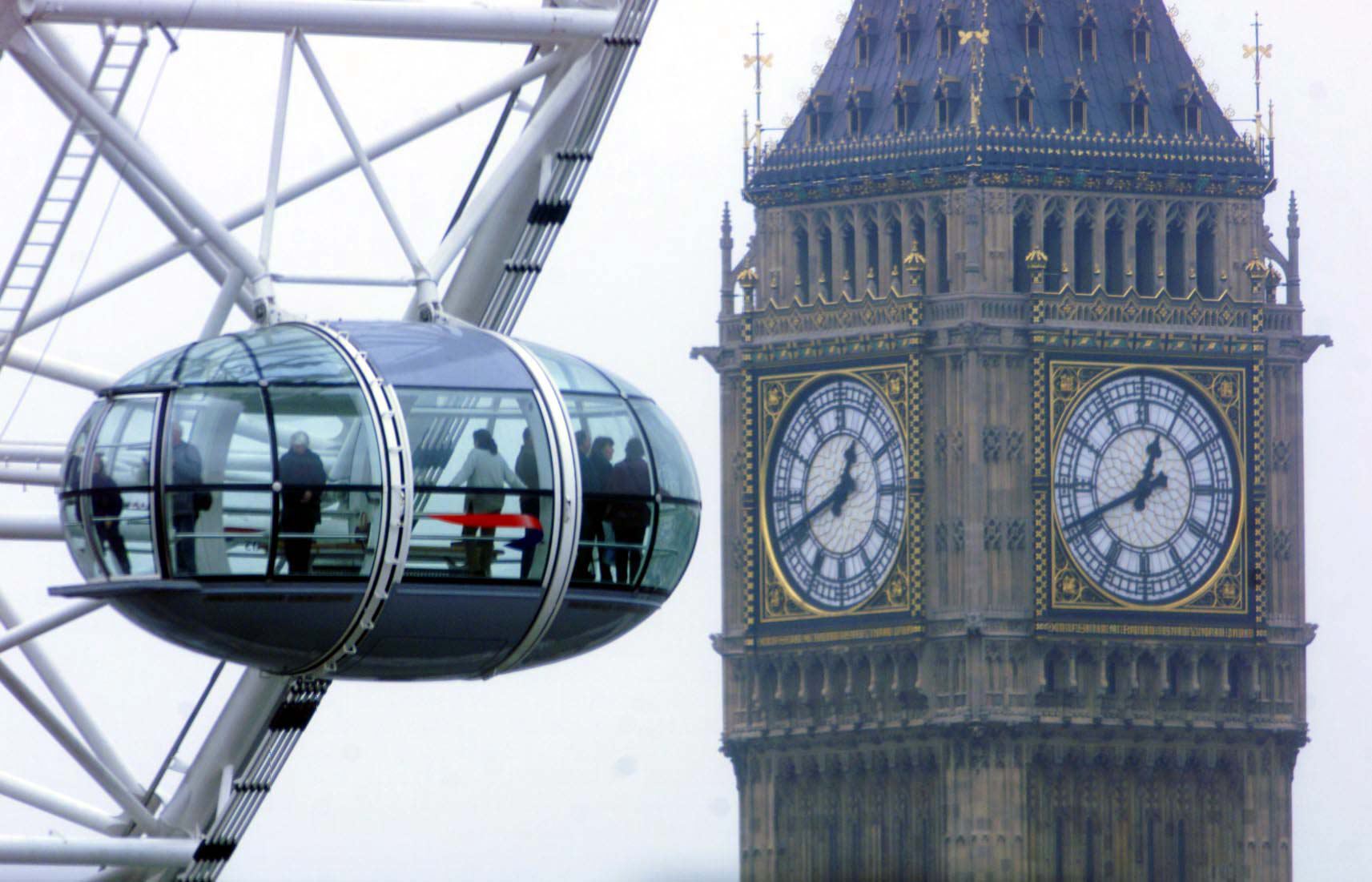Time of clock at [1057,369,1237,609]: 12:41
